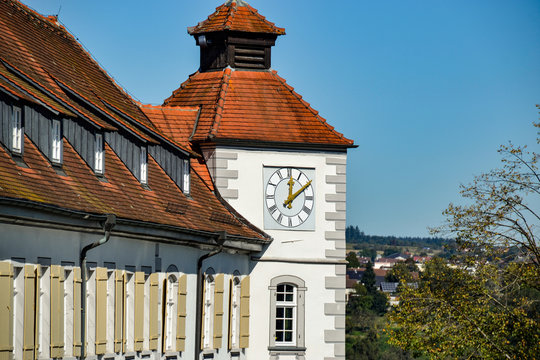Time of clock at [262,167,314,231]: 12:10
